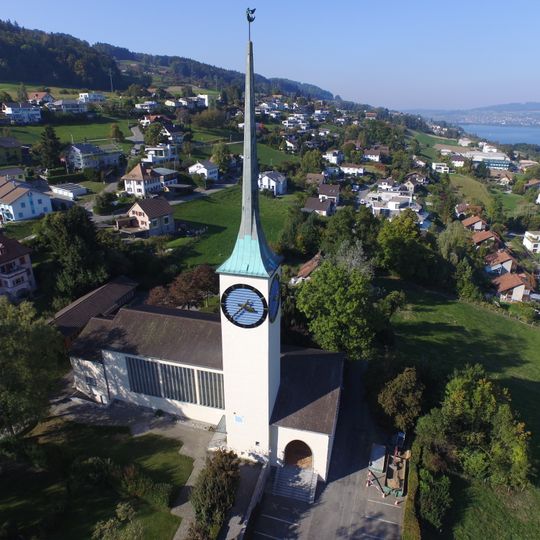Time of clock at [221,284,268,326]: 3:37
